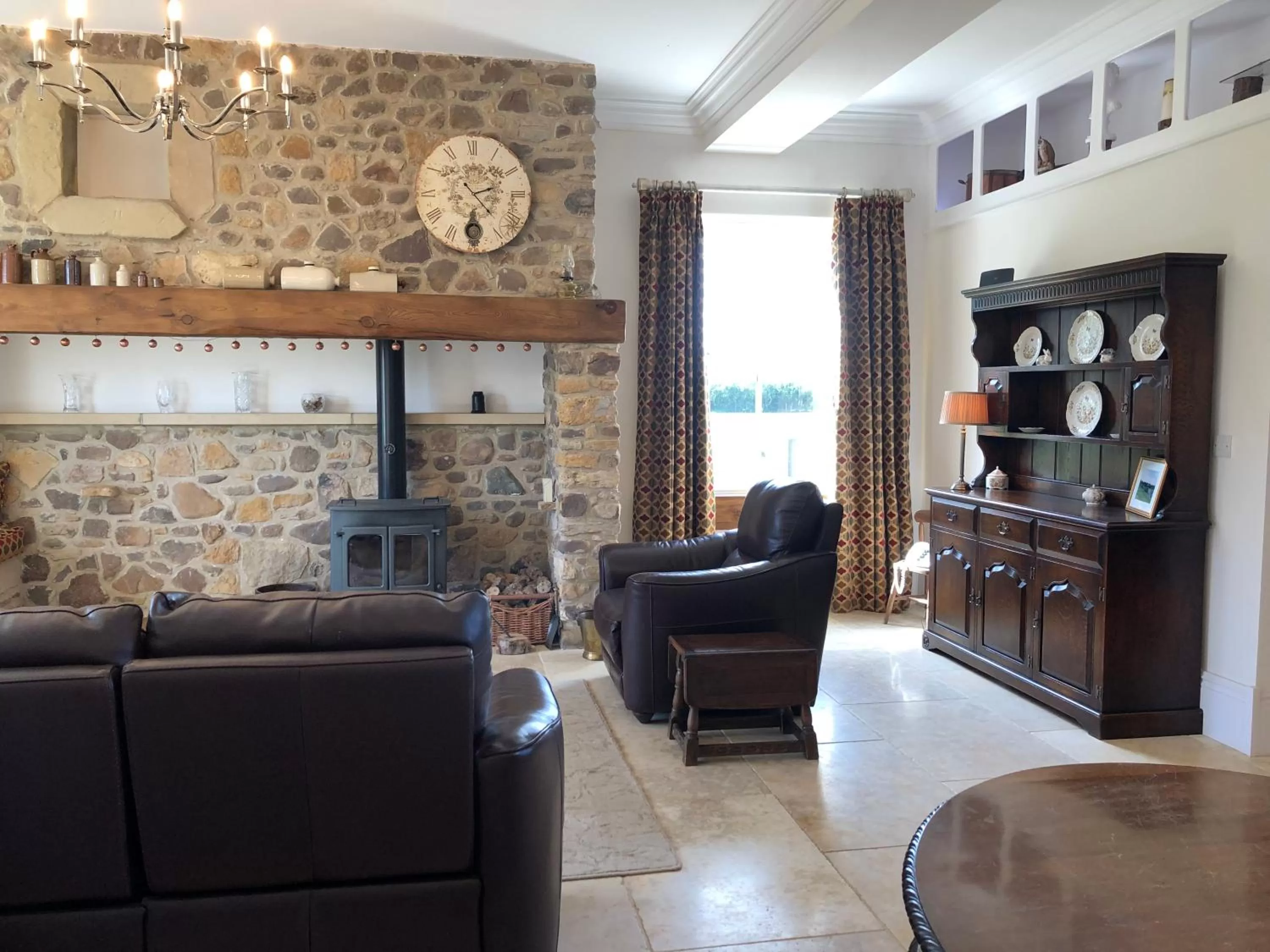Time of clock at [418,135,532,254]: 2:22
